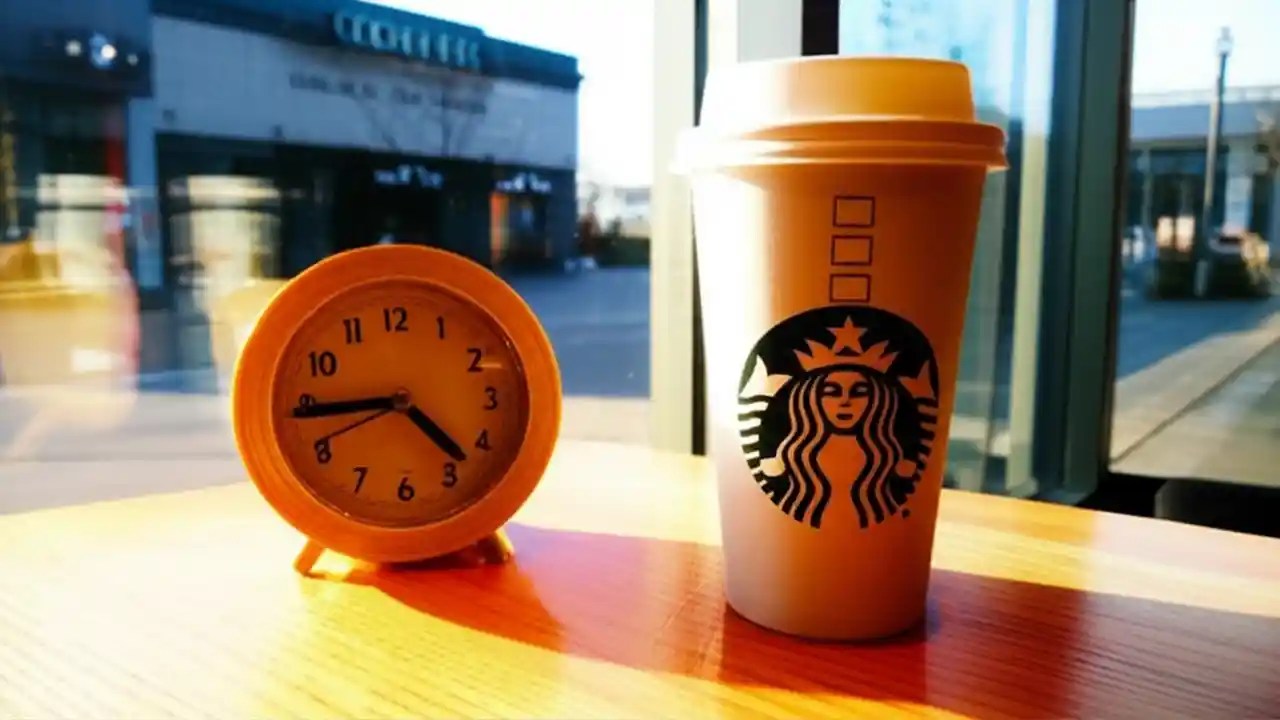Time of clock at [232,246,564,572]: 4:44
